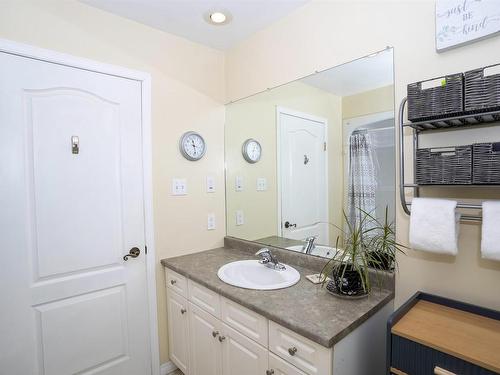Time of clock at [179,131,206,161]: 11:28
